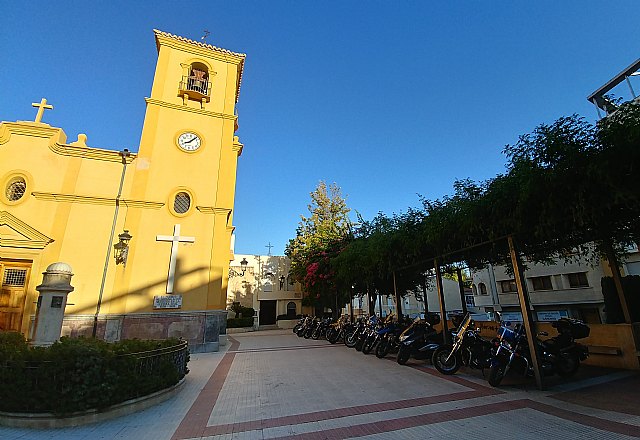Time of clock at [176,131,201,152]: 8:07
